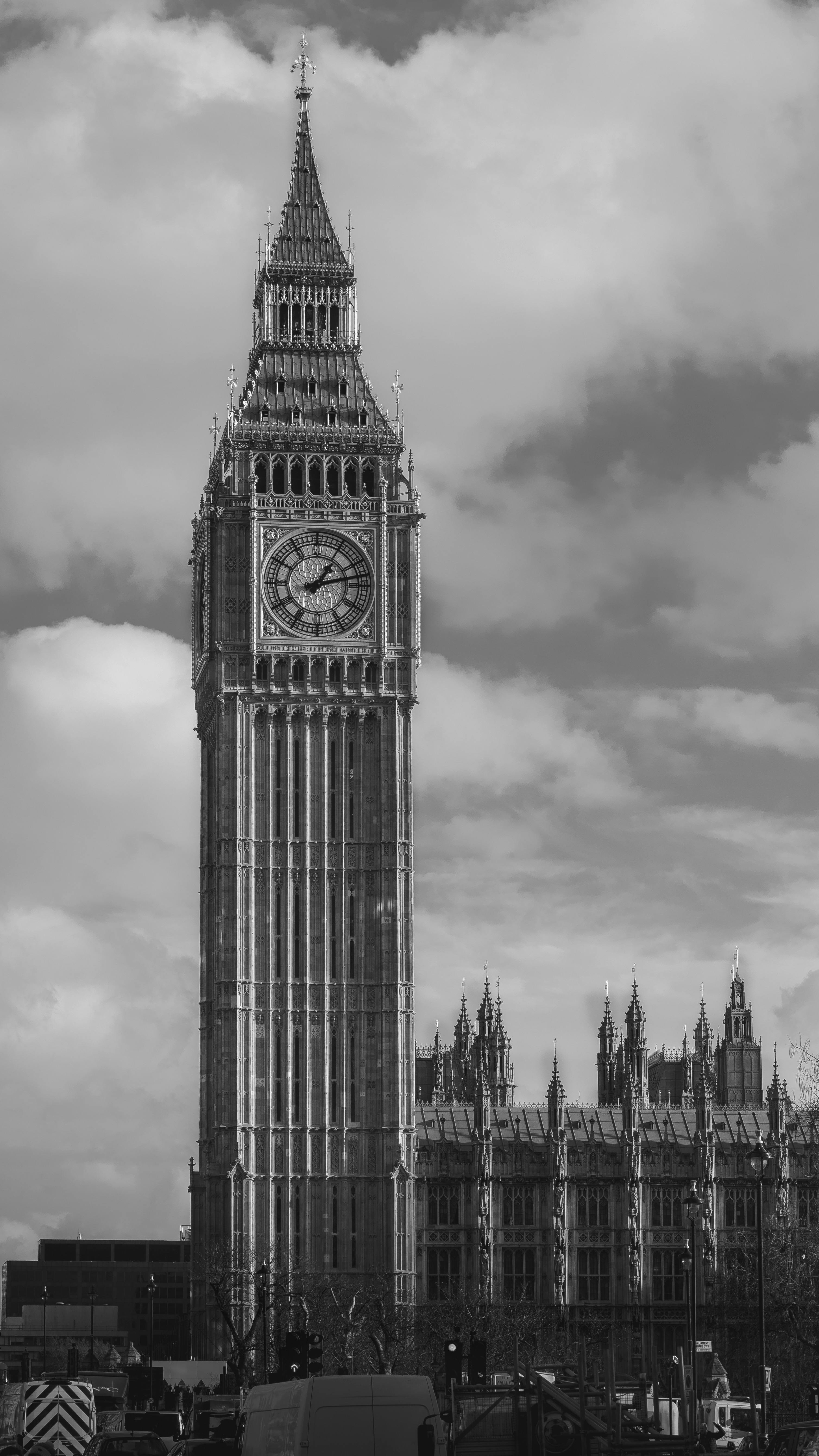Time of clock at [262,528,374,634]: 1:12
